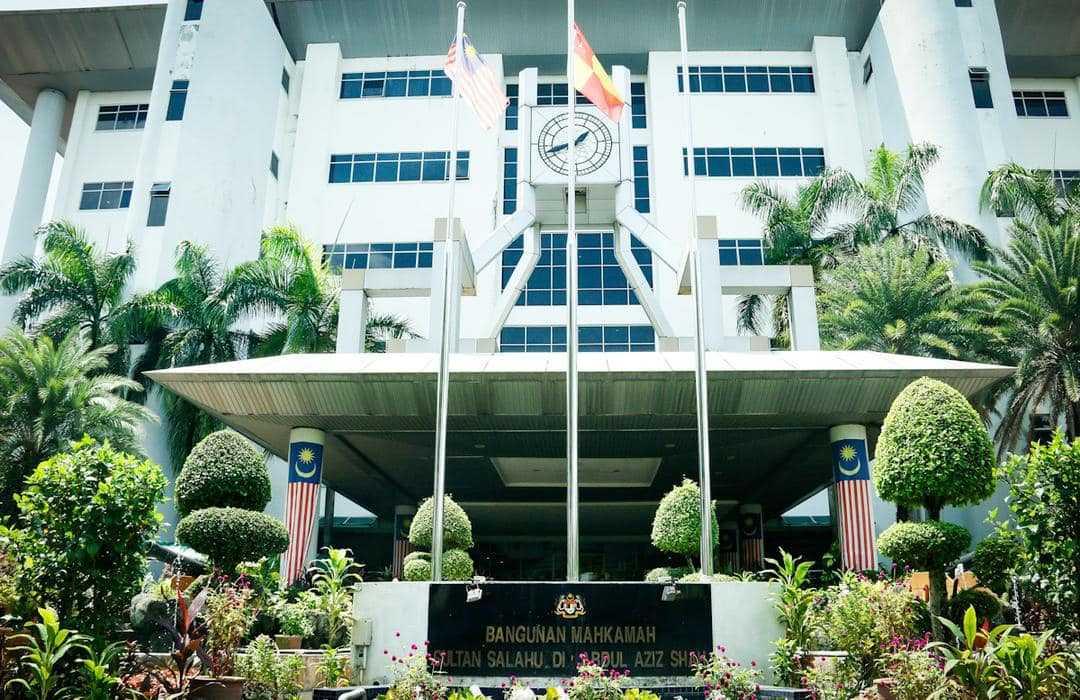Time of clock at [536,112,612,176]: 1:42
